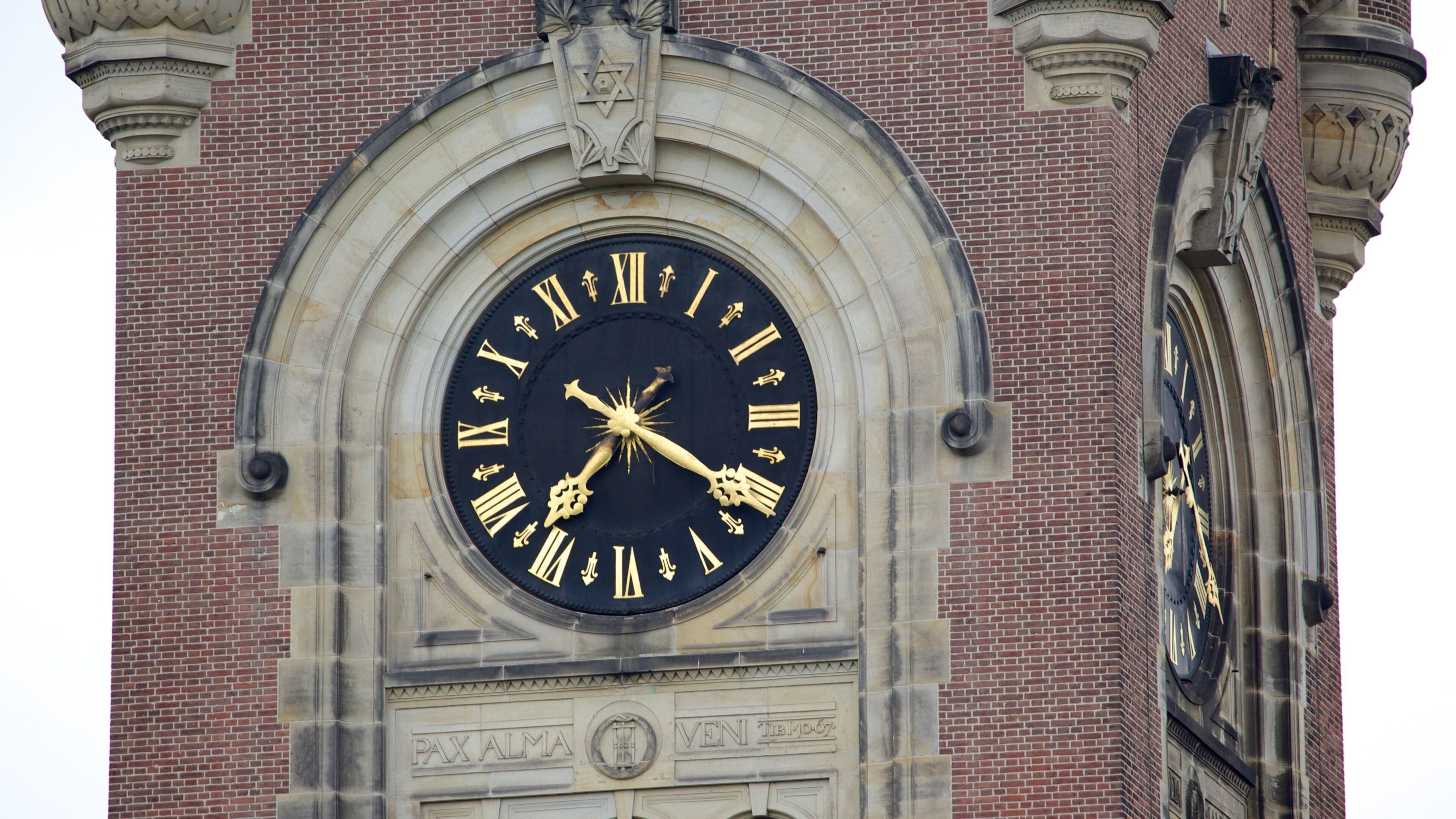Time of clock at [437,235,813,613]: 7:19
